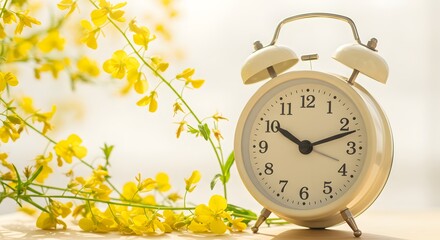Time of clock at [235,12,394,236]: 10:11
